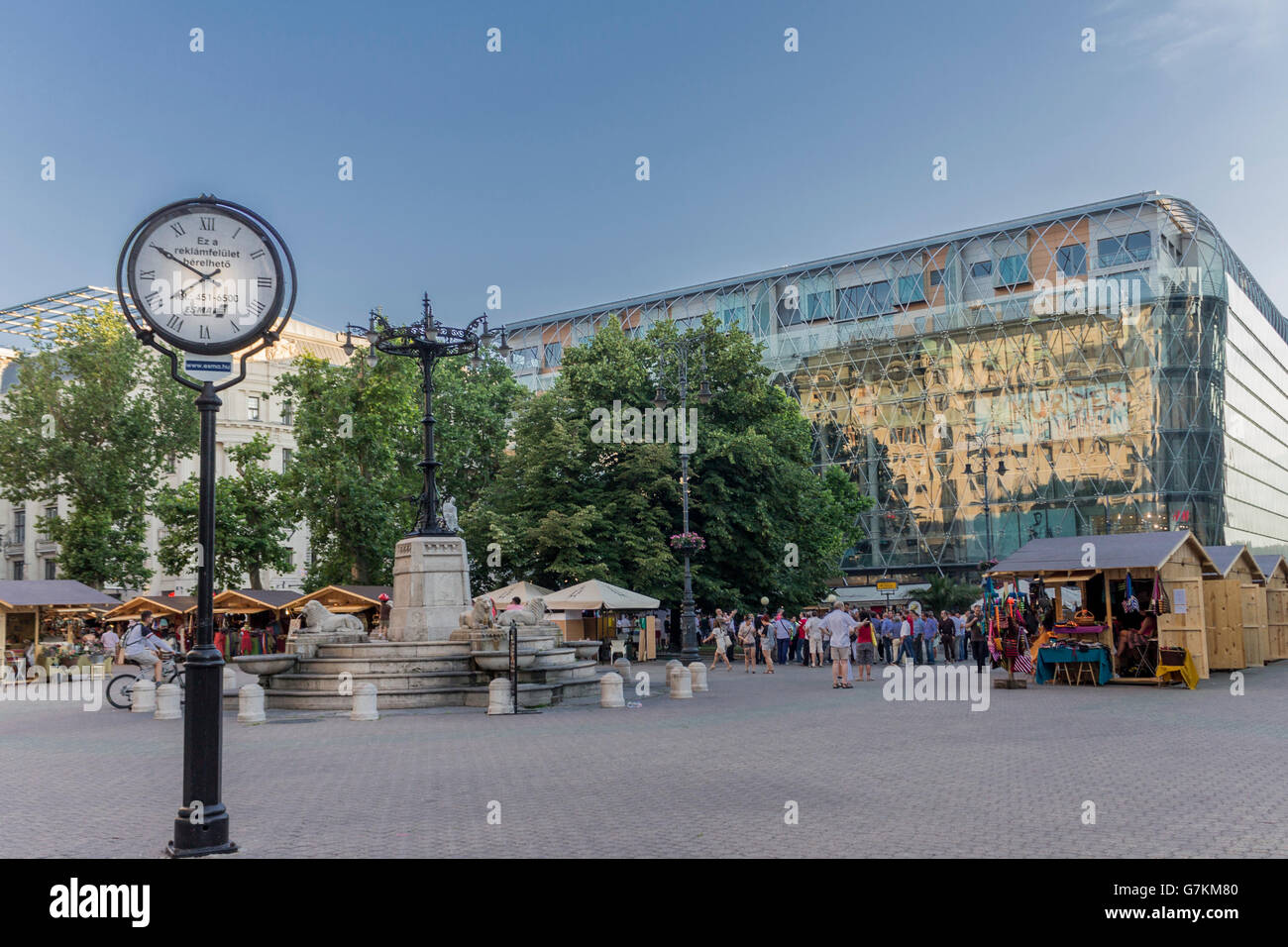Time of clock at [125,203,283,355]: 1:50
